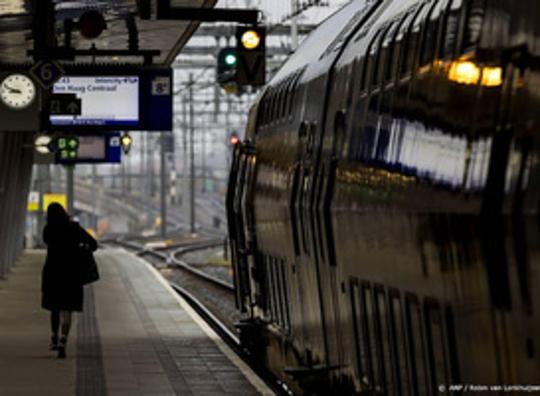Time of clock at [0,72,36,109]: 8:48
